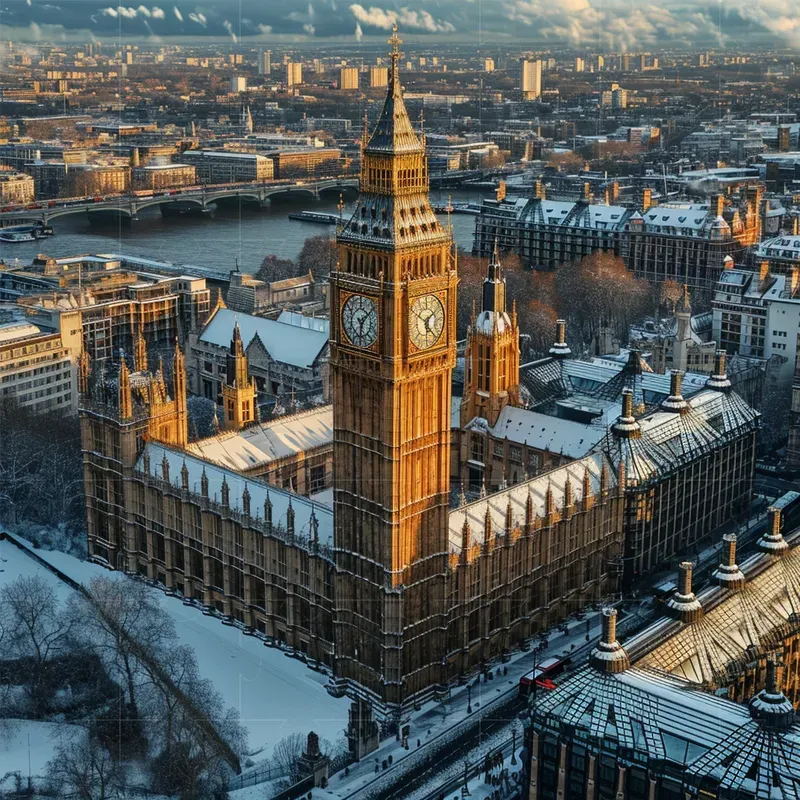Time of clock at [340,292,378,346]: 6:08
